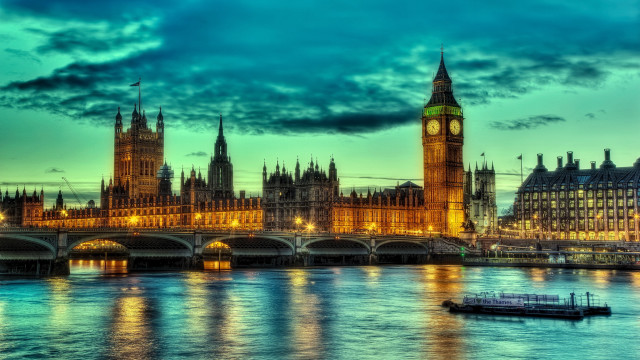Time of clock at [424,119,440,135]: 4:32
